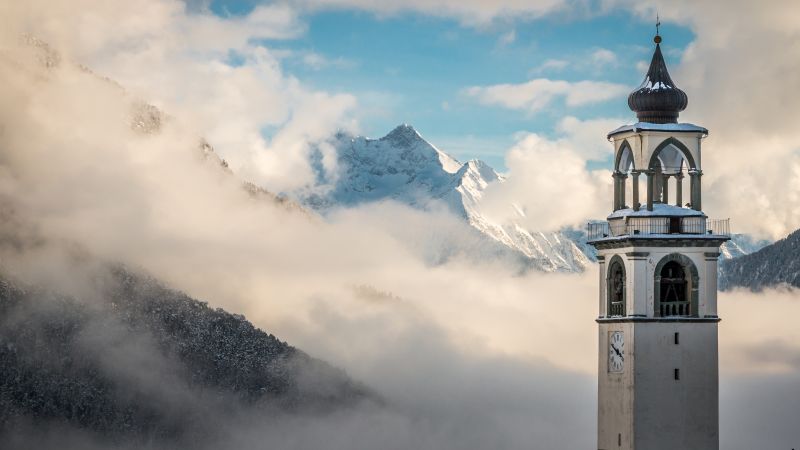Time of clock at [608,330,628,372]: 3:49
